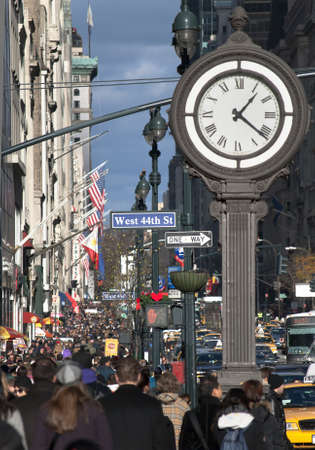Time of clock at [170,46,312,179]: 1:21
